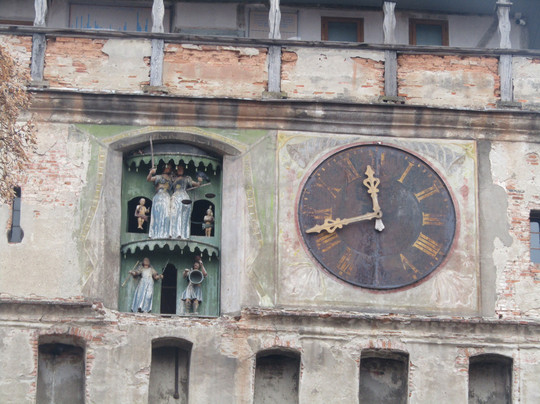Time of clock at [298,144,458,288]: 11:42
